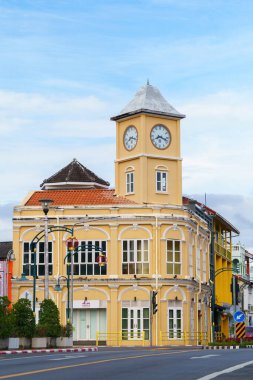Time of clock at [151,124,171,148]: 8:17
